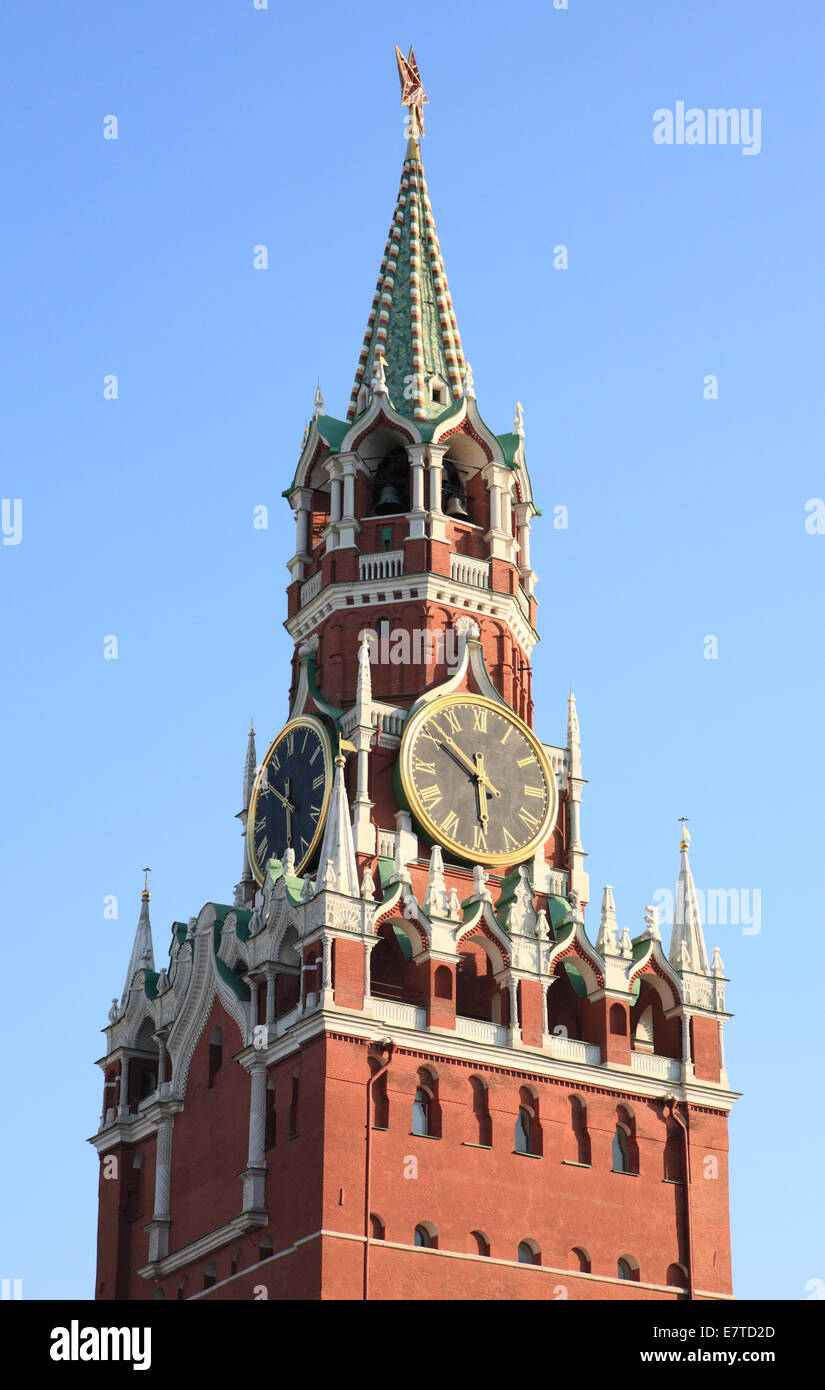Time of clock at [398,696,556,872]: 5:50
